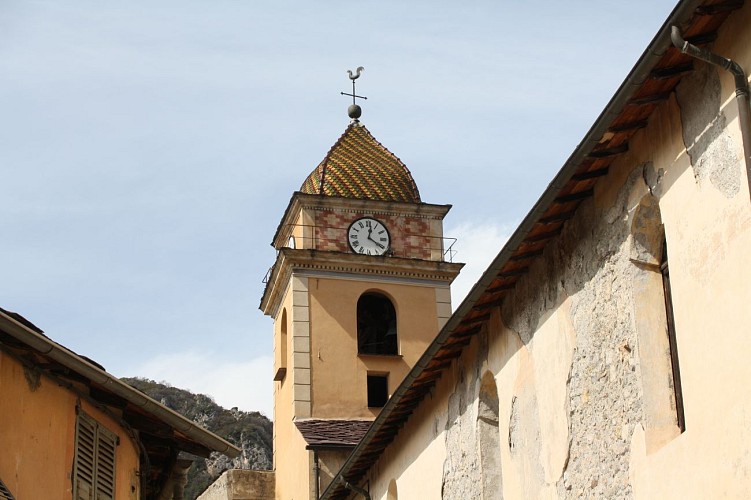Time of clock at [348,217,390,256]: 12:20
